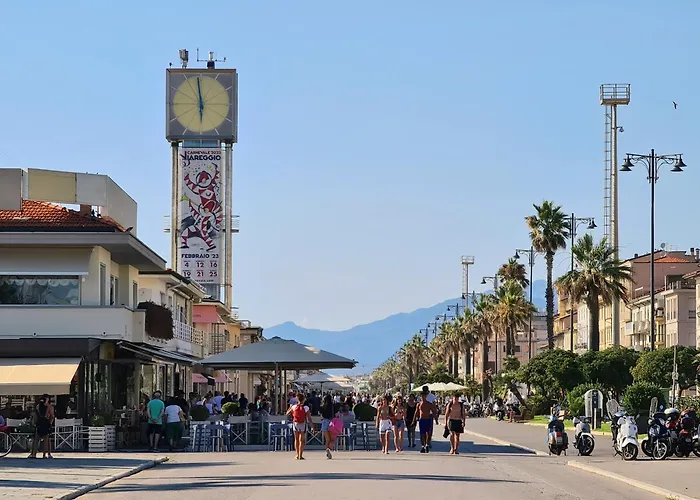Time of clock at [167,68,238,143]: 5:58
